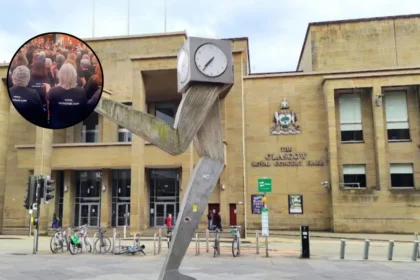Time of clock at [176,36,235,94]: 7:36
